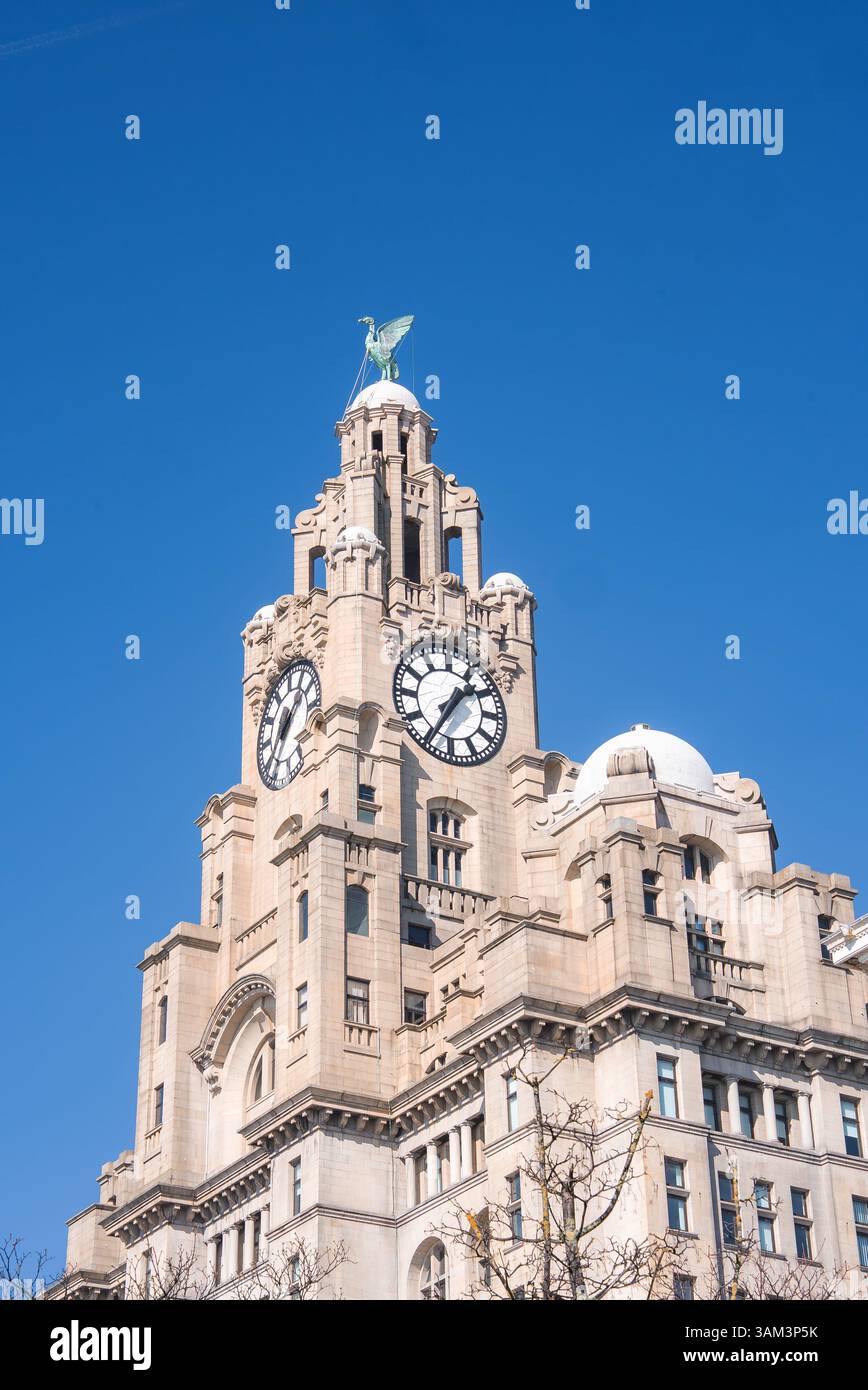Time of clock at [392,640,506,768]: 1:35
